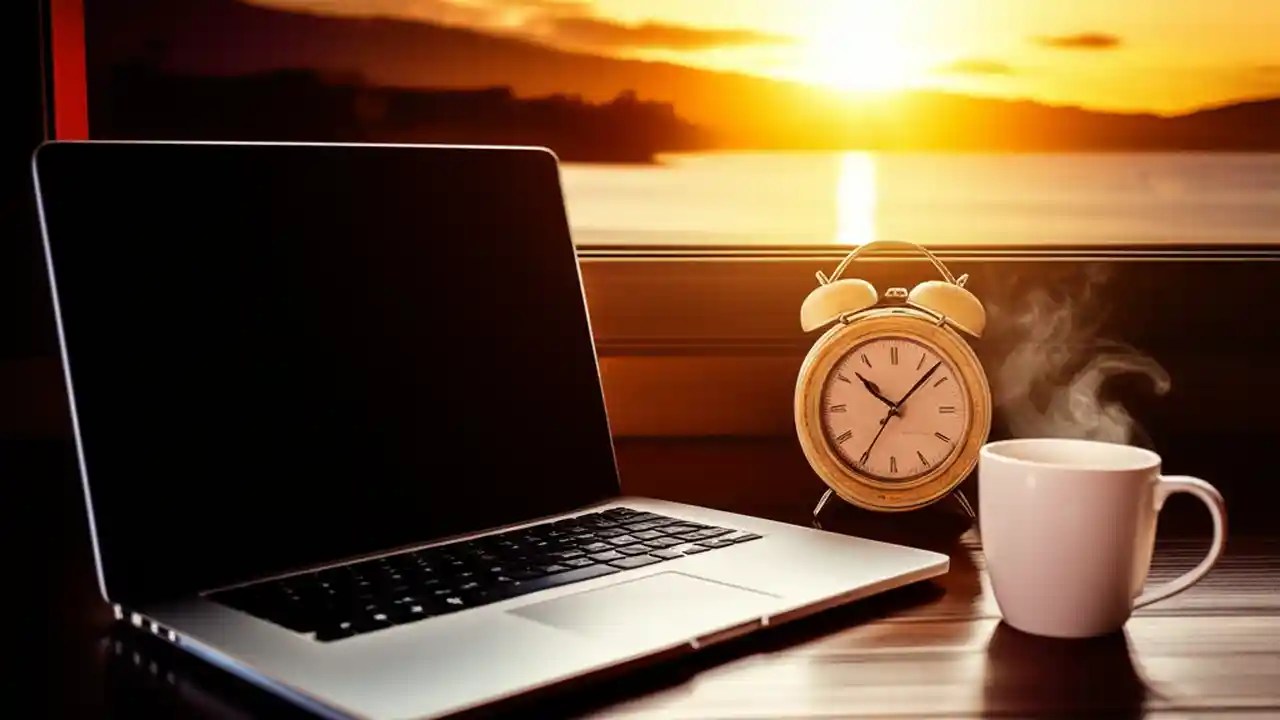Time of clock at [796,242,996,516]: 10:07
